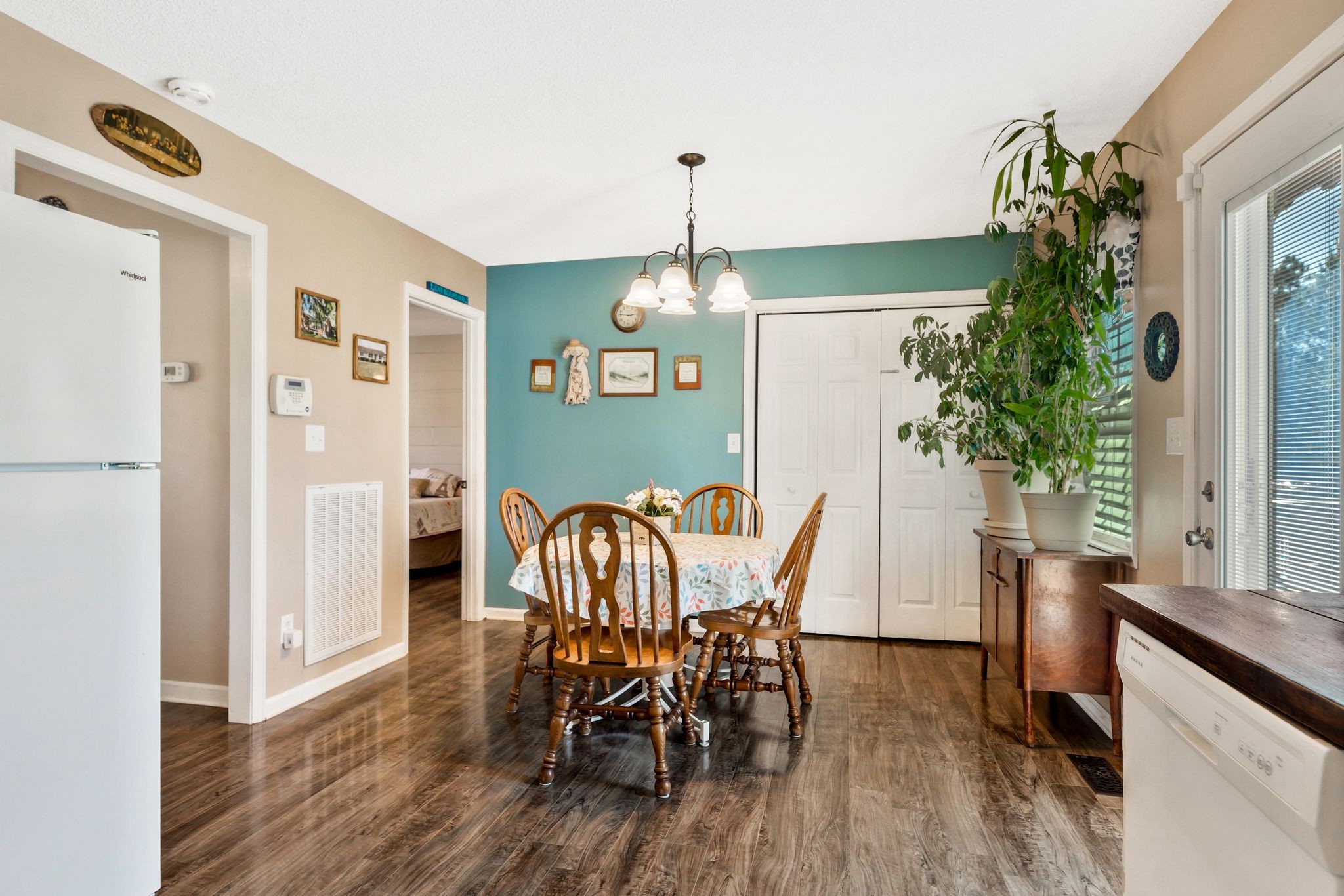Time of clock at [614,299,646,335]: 2:46
